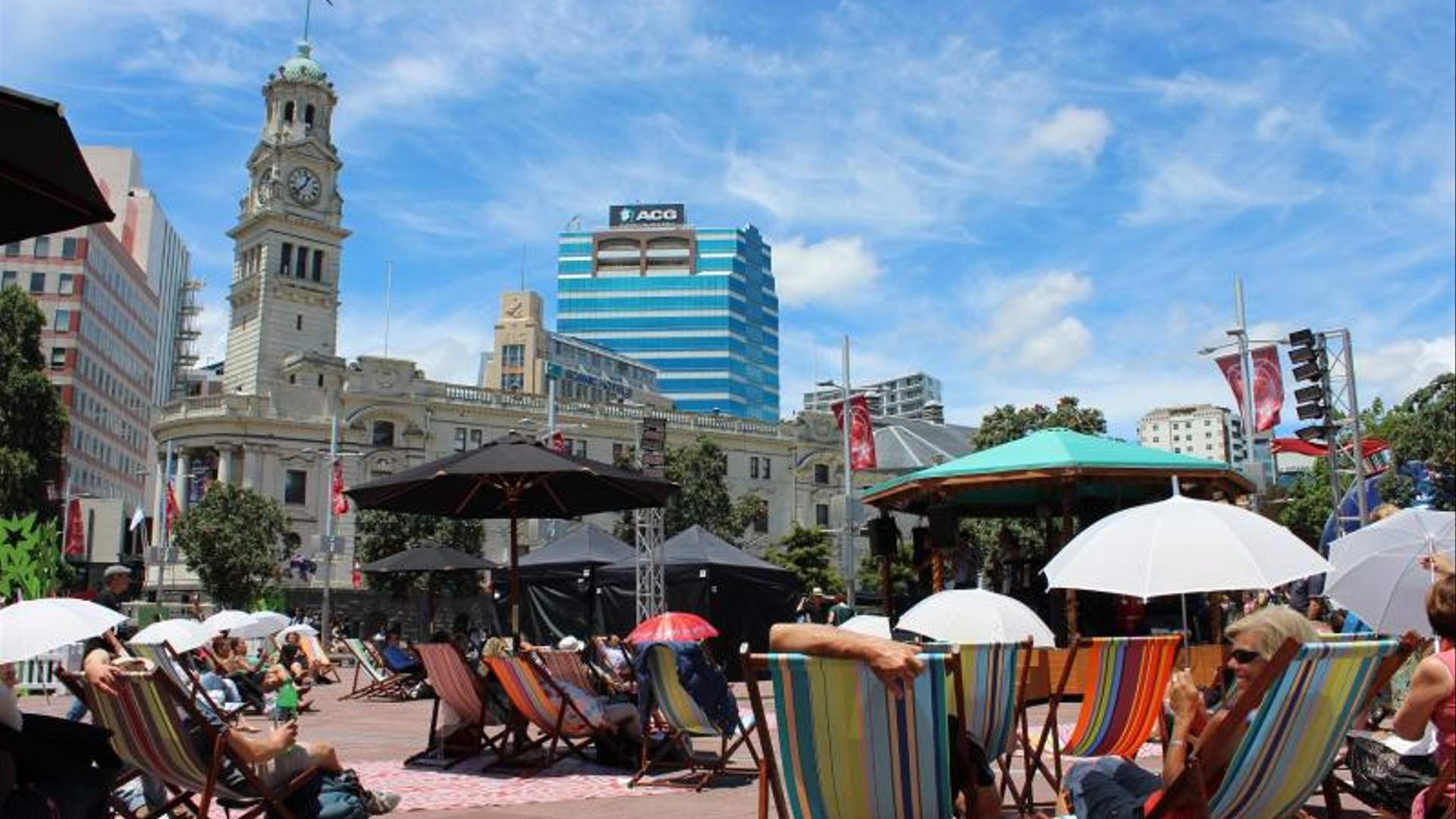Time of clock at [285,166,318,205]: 12:37
